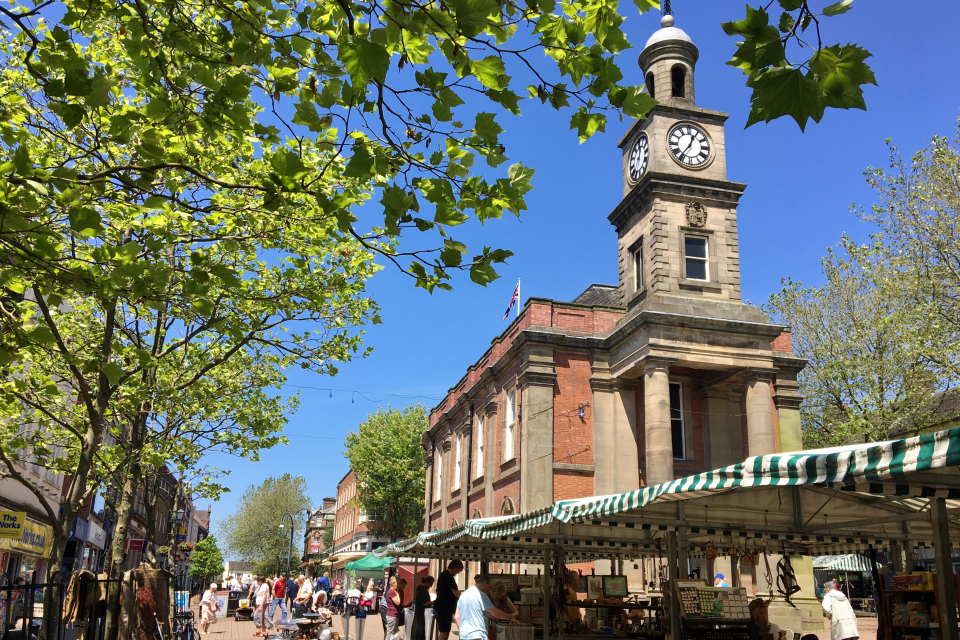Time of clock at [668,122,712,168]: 12:36
